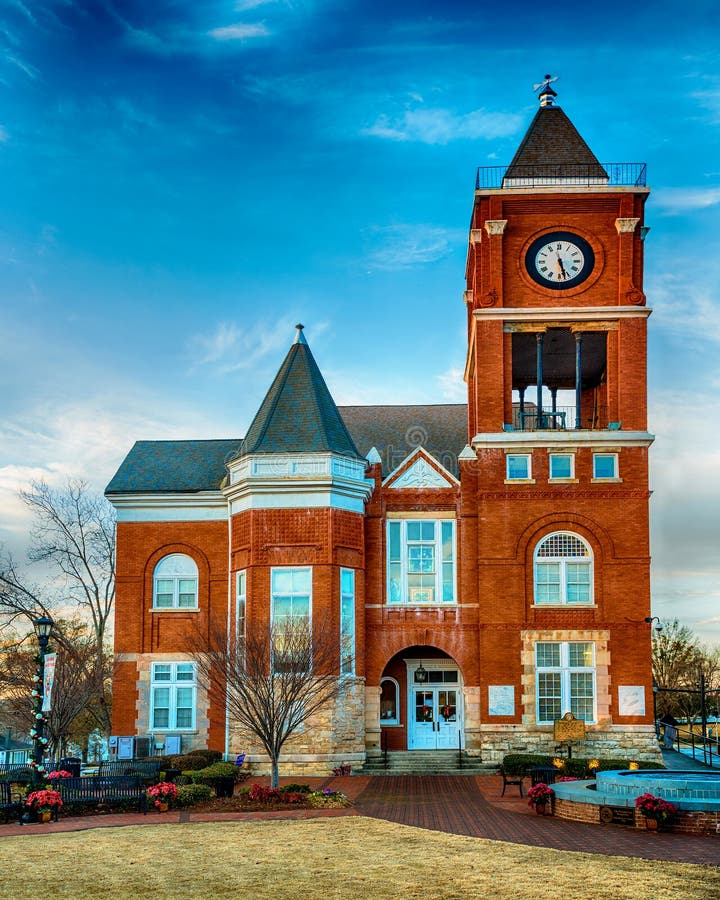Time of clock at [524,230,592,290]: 5:27
